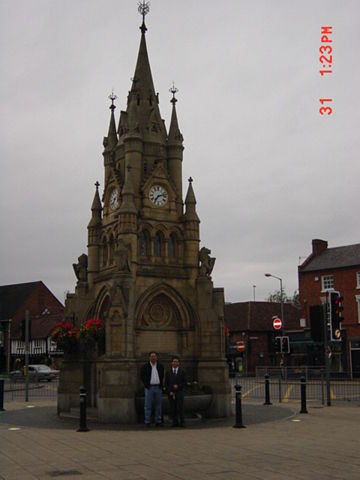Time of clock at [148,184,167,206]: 7:12
